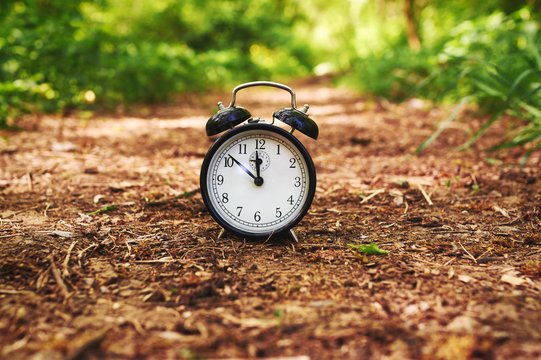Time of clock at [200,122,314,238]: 11:51
